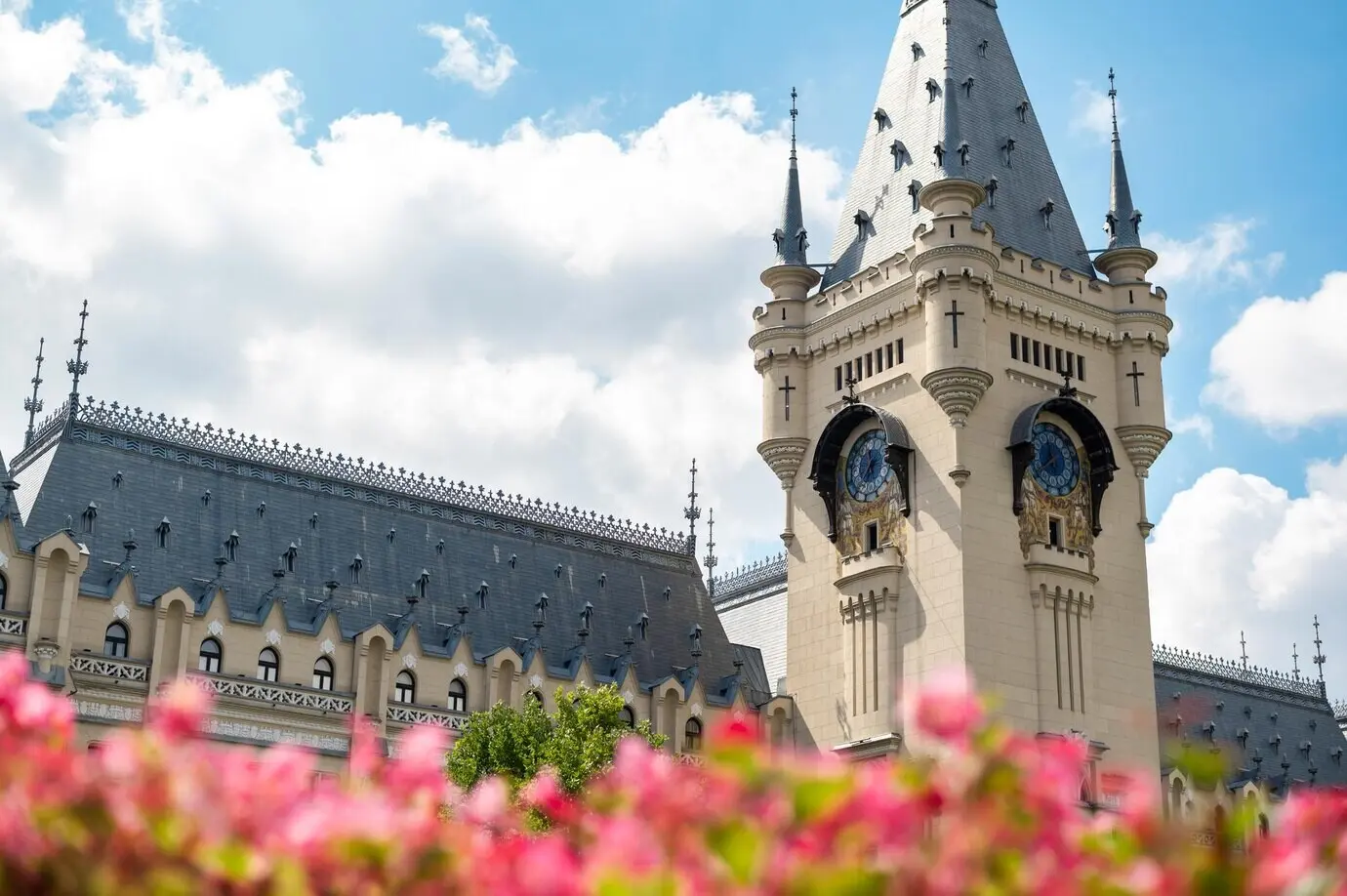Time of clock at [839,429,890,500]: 11:35
